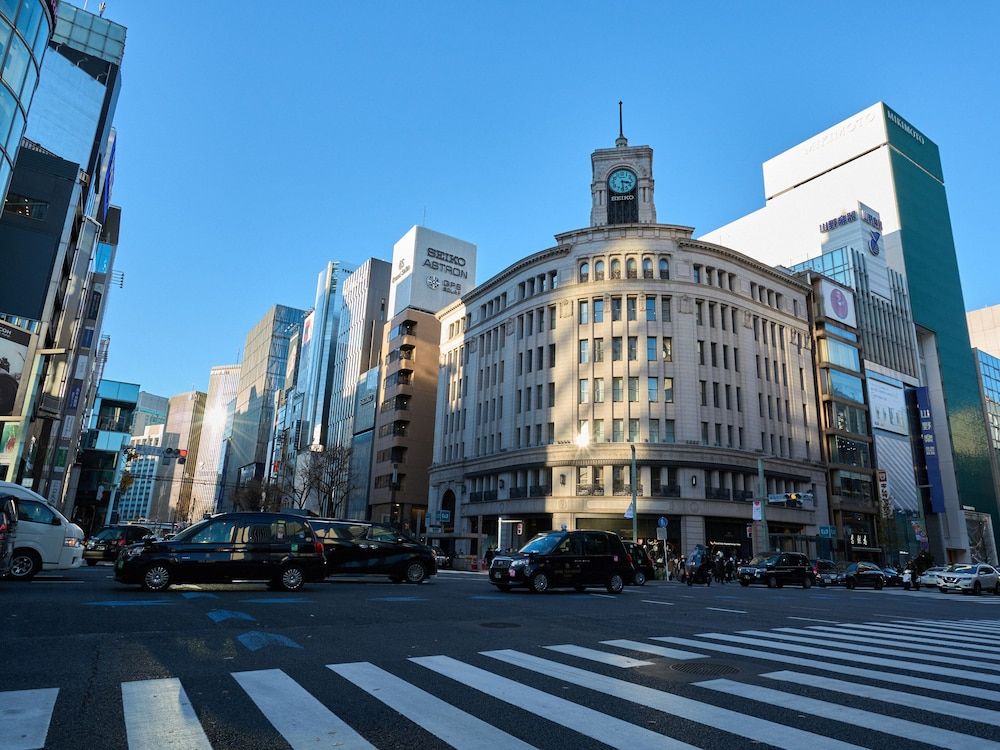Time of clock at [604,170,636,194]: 3:29
